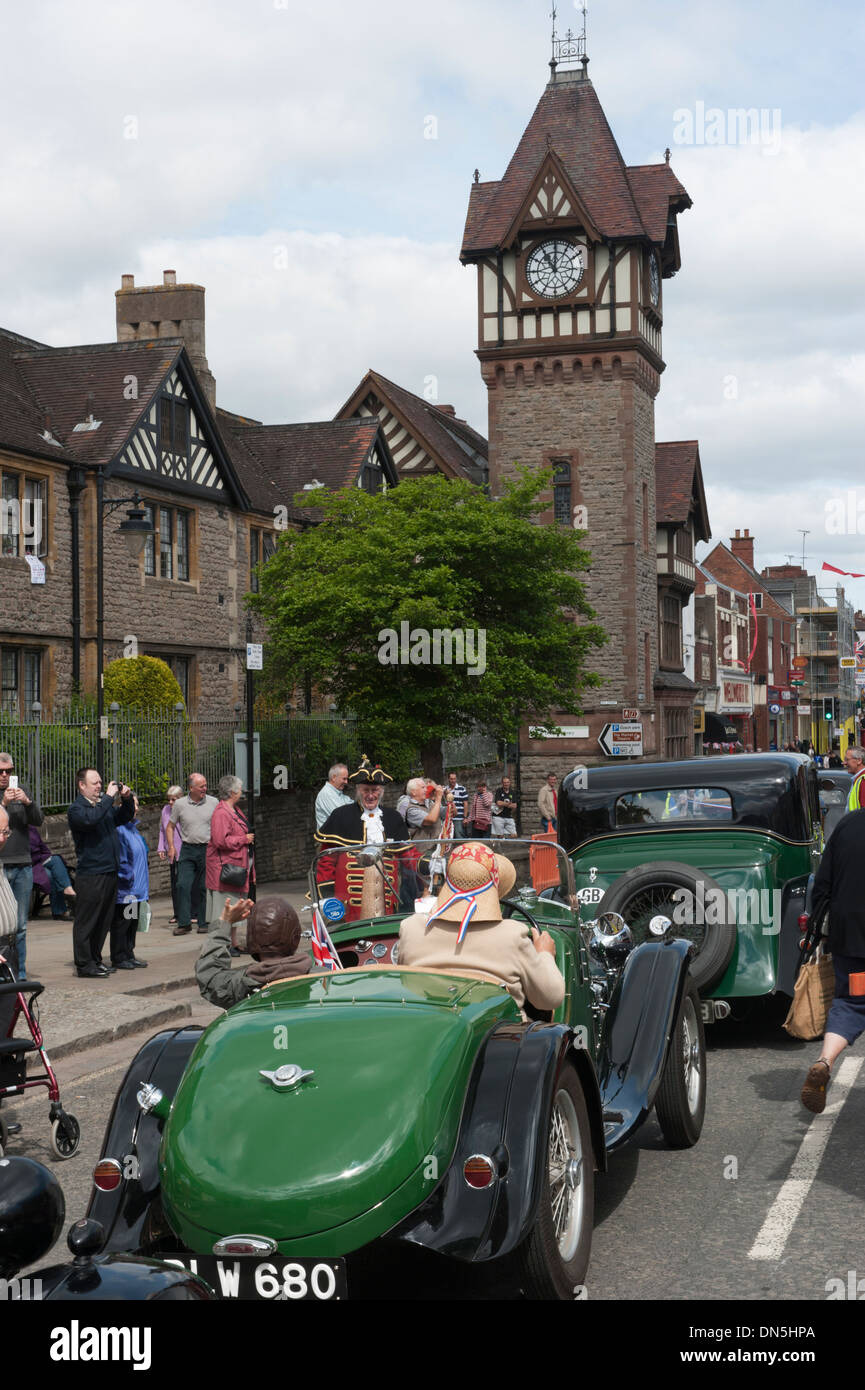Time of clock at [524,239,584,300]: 11:00
